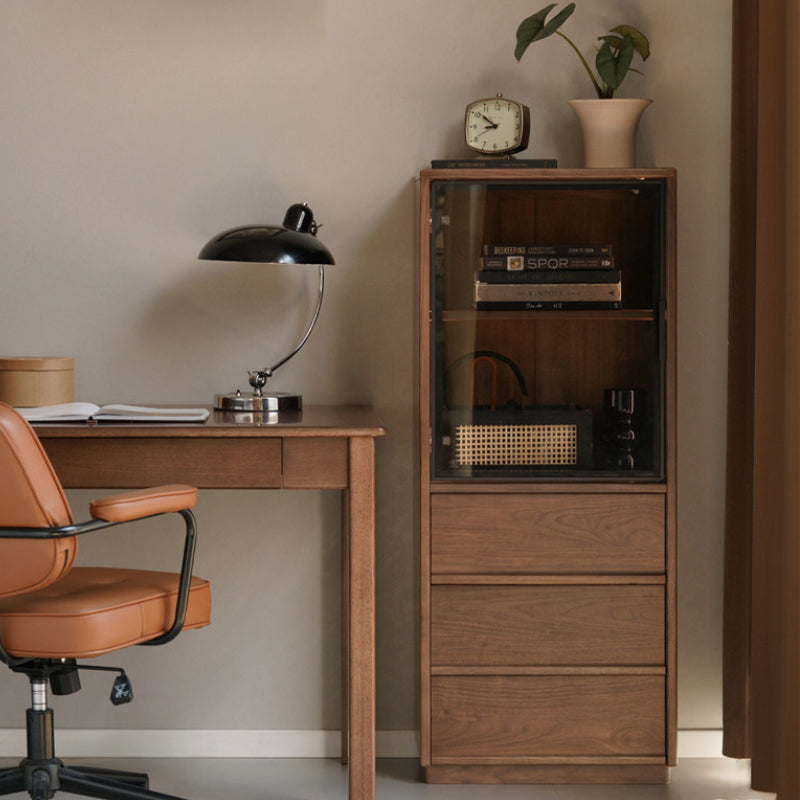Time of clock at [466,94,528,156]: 8:51
